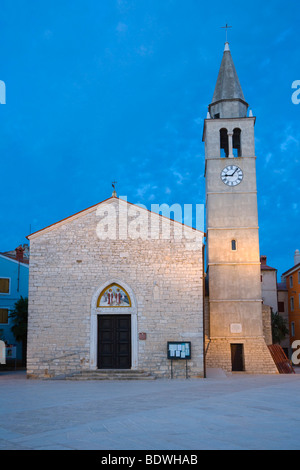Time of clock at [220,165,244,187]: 9:07
